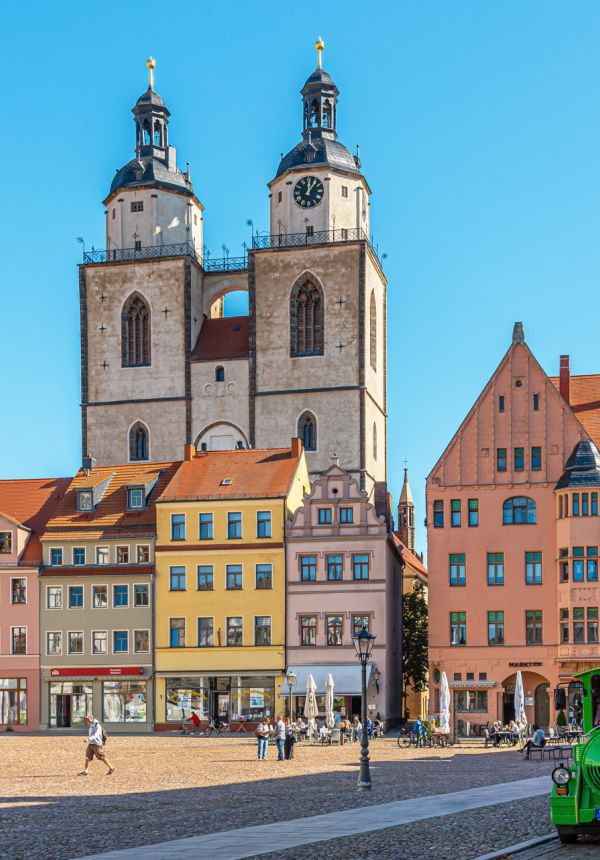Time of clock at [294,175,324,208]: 12:06
